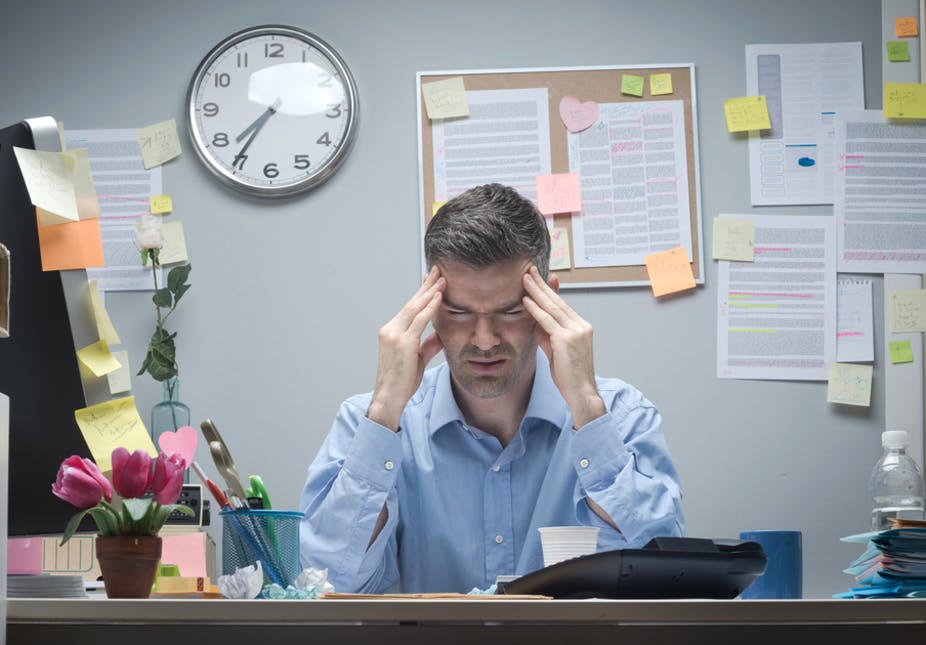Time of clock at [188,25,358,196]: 7:35
